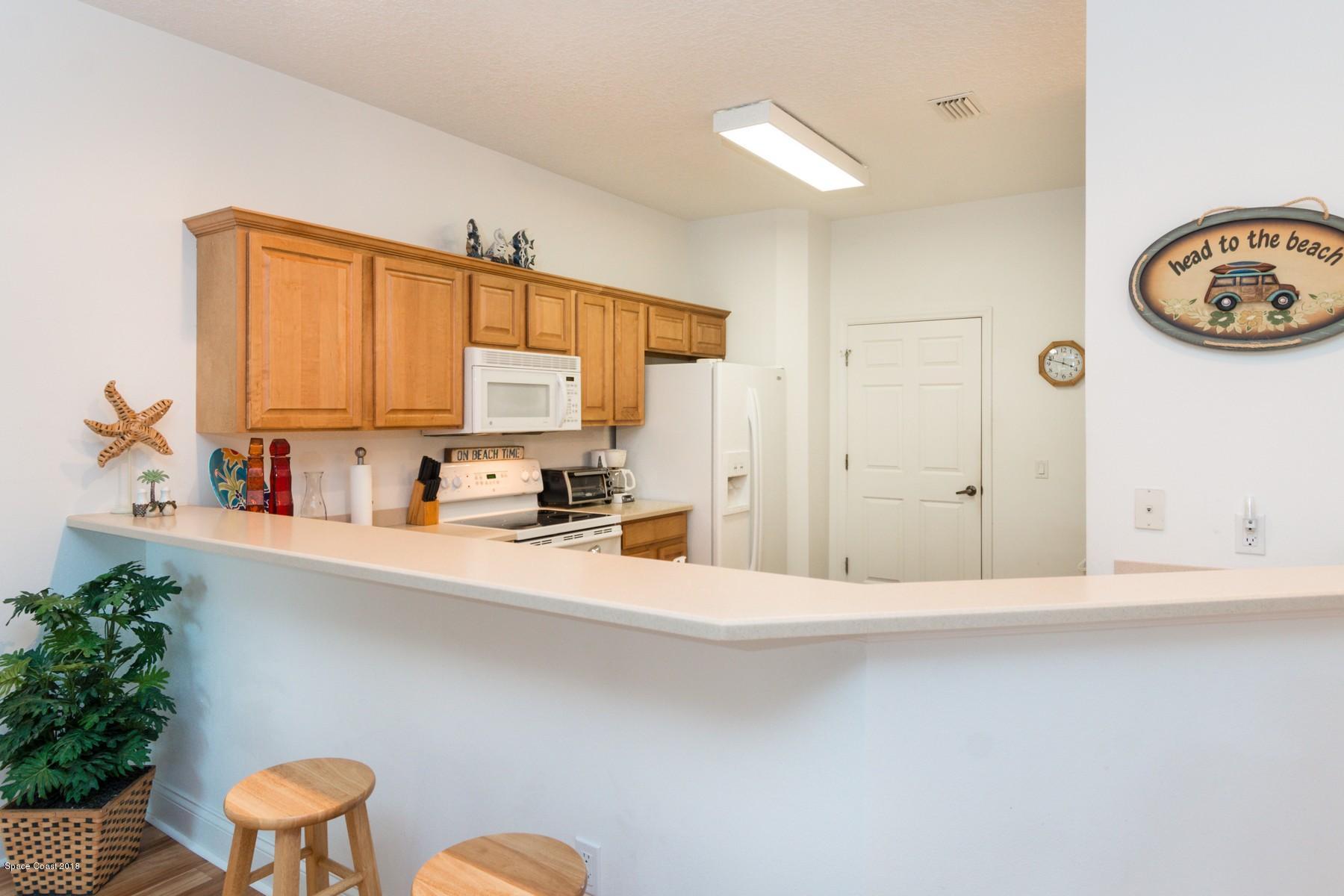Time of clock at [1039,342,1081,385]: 3:47
